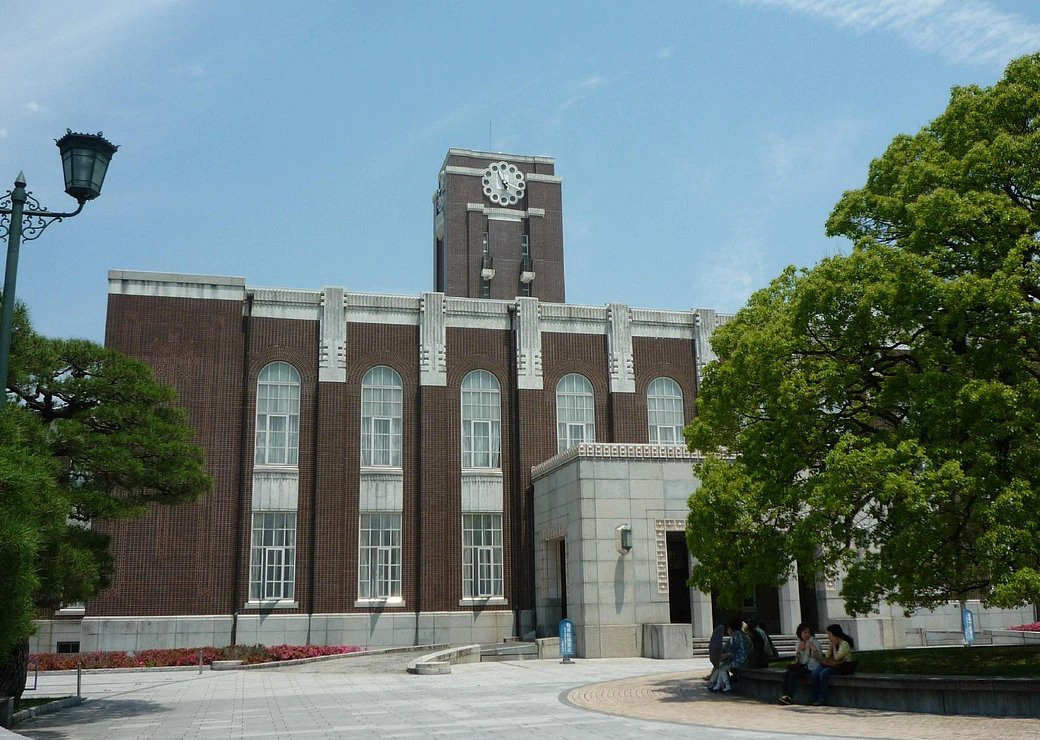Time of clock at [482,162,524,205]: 11:18
